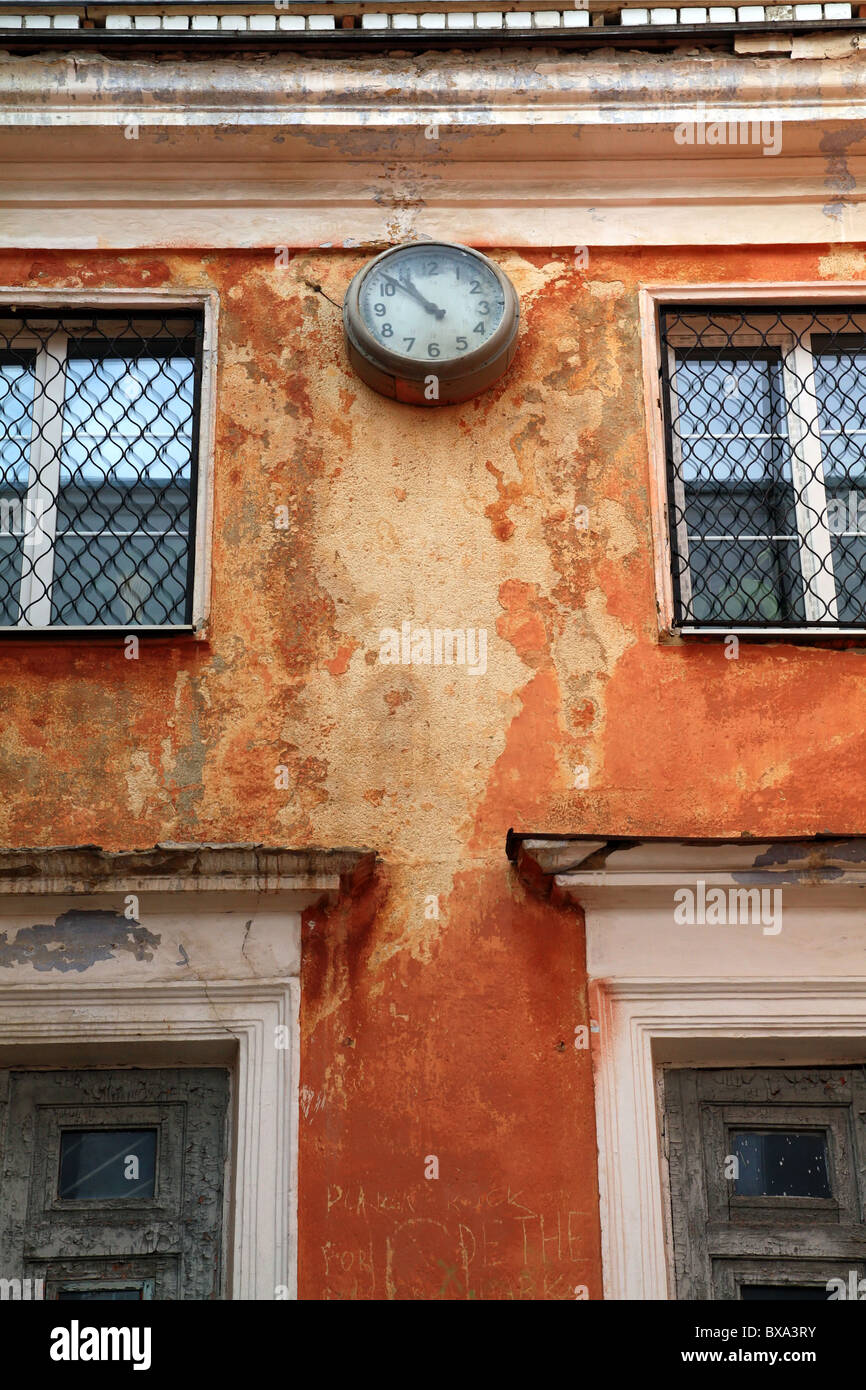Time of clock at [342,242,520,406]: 10:52
